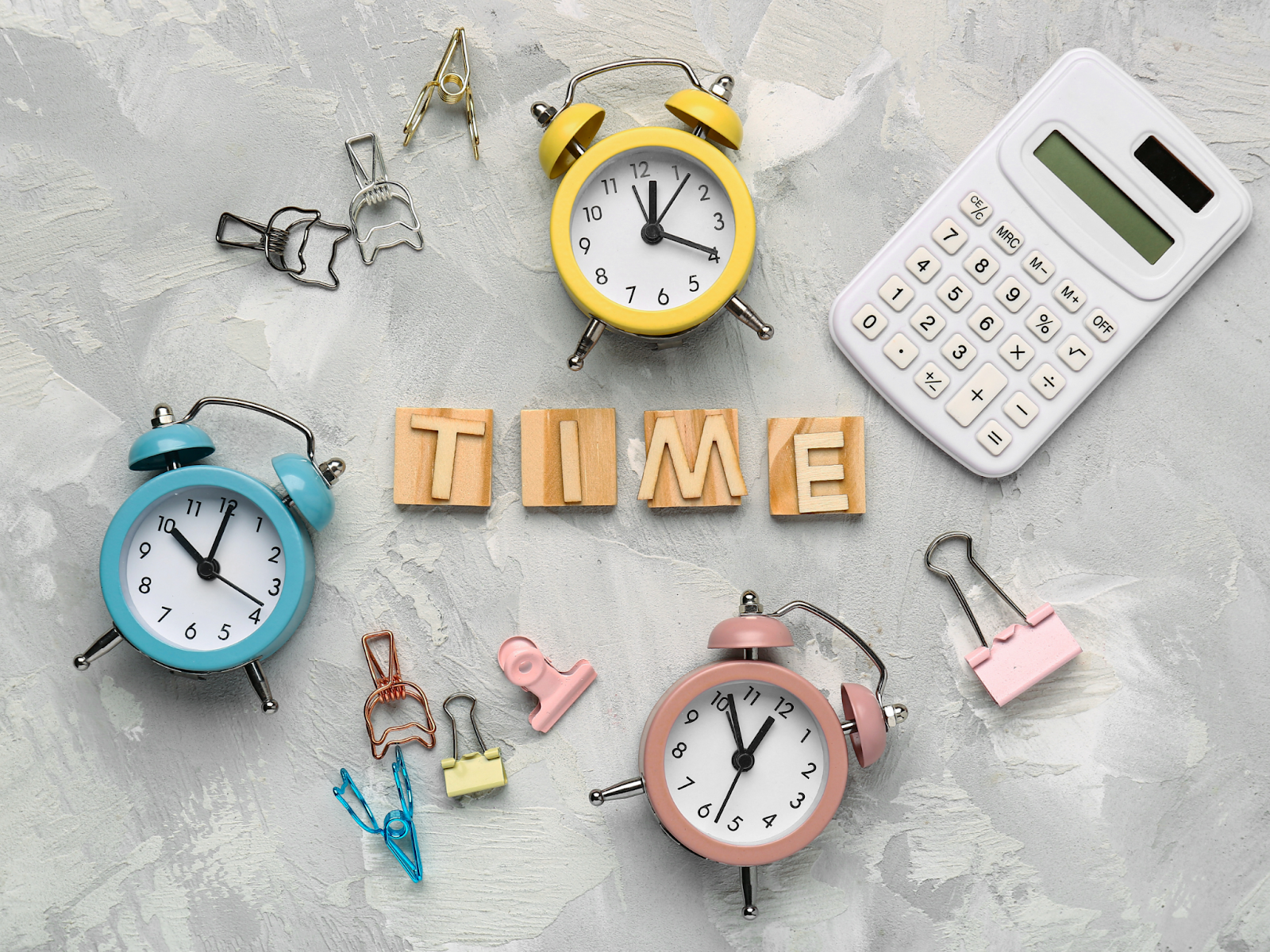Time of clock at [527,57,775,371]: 12:19
